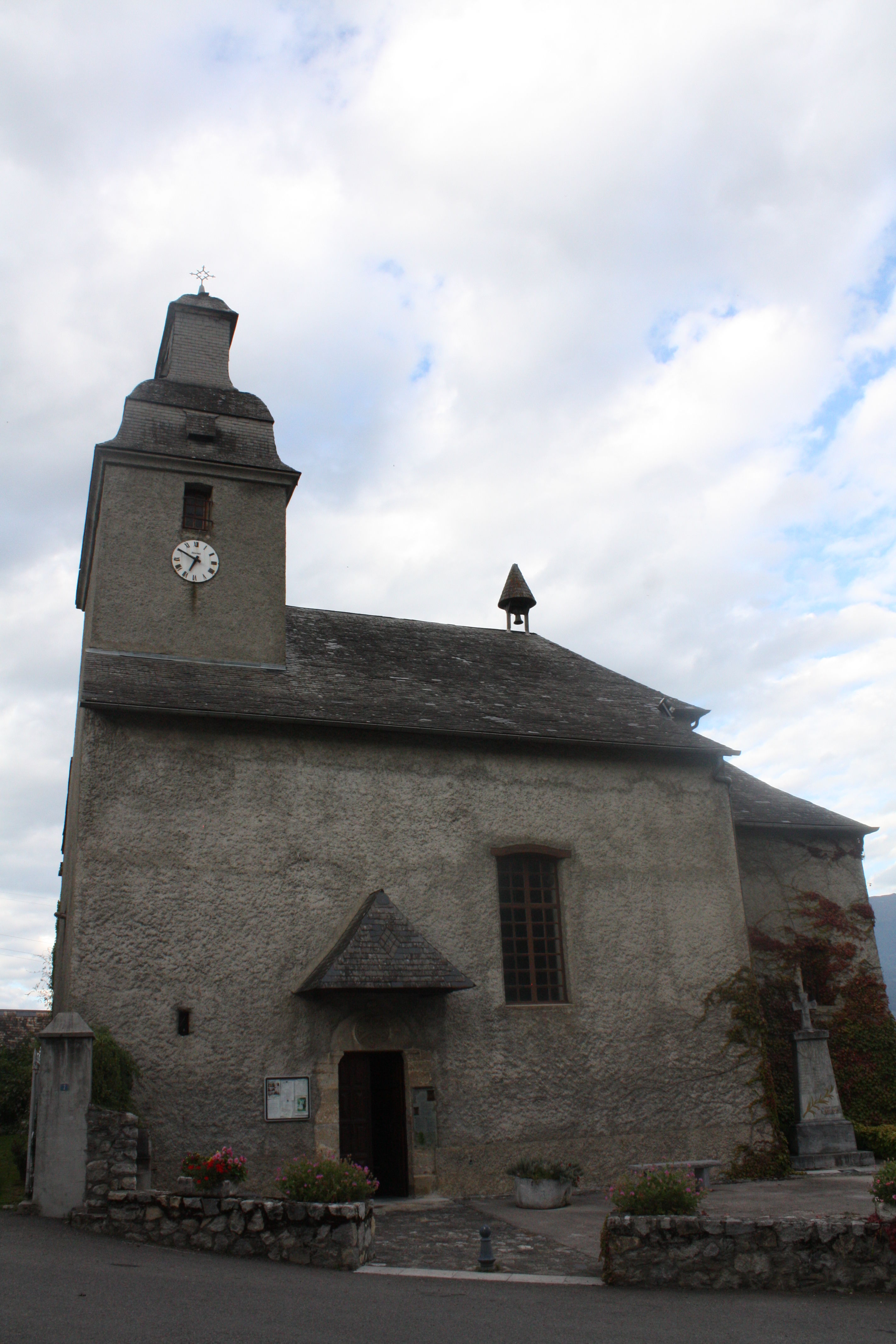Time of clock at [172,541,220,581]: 6:50
